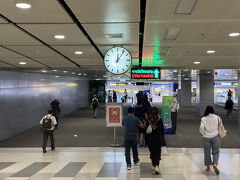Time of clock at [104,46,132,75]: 12:06
